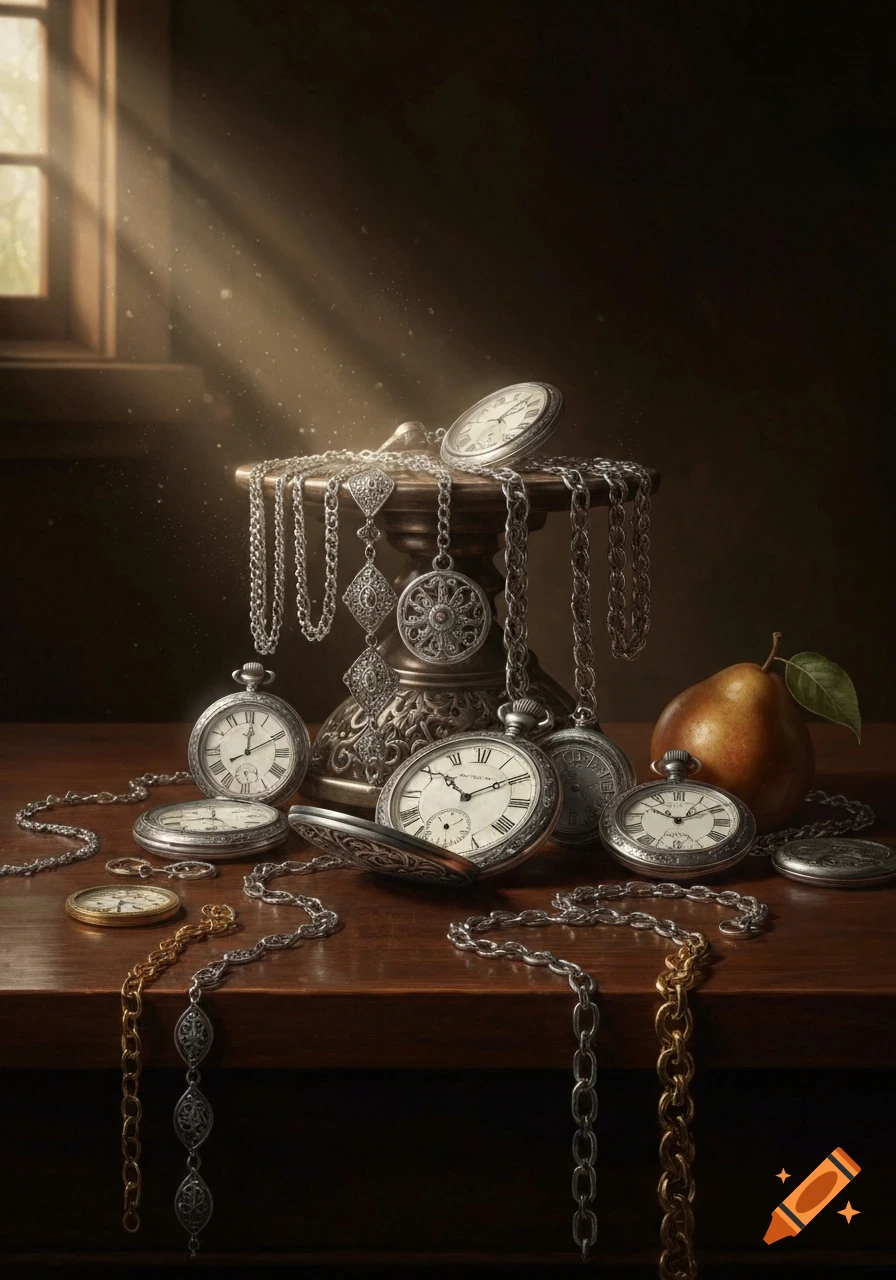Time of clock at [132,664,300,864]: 12:10
